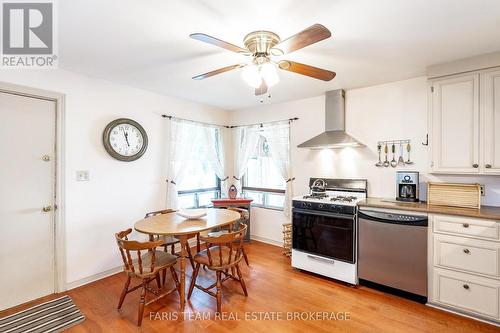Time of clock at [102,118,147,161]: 11:57
